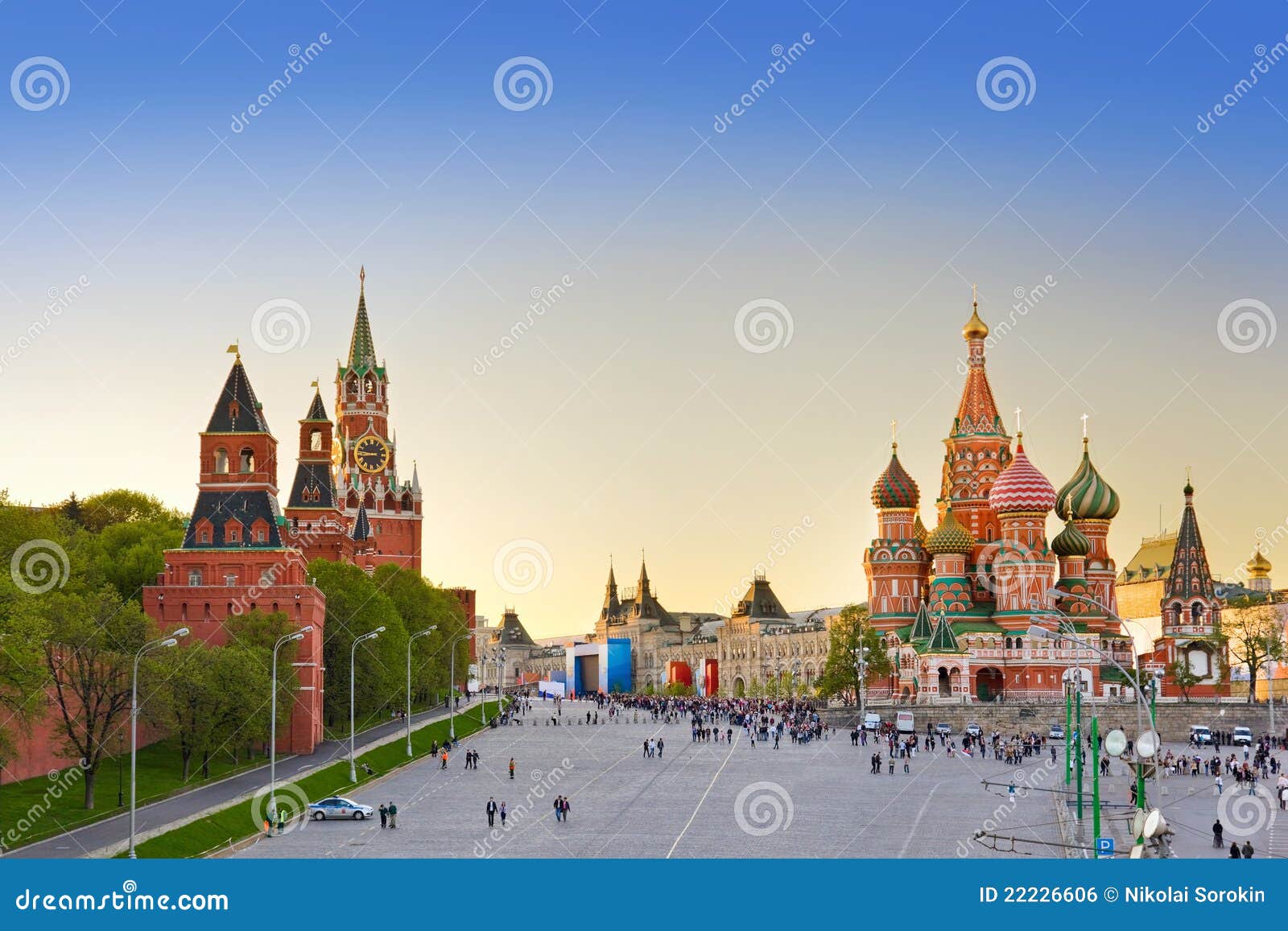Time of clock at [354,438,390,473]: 8:45
